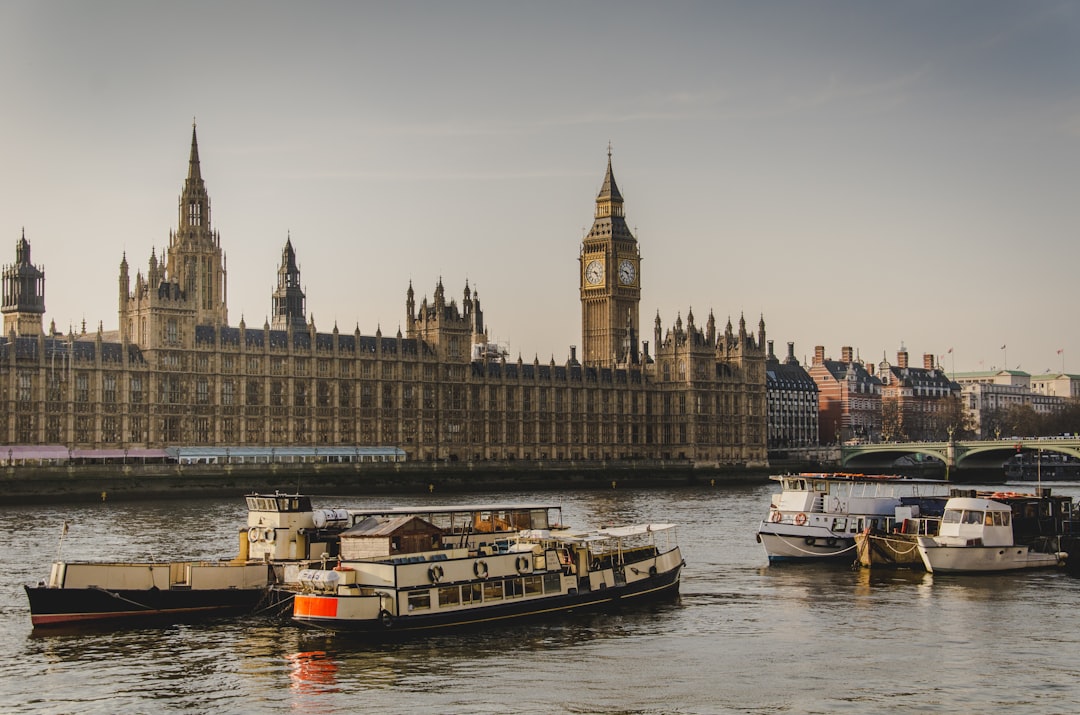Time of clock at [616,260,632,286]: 4:47
